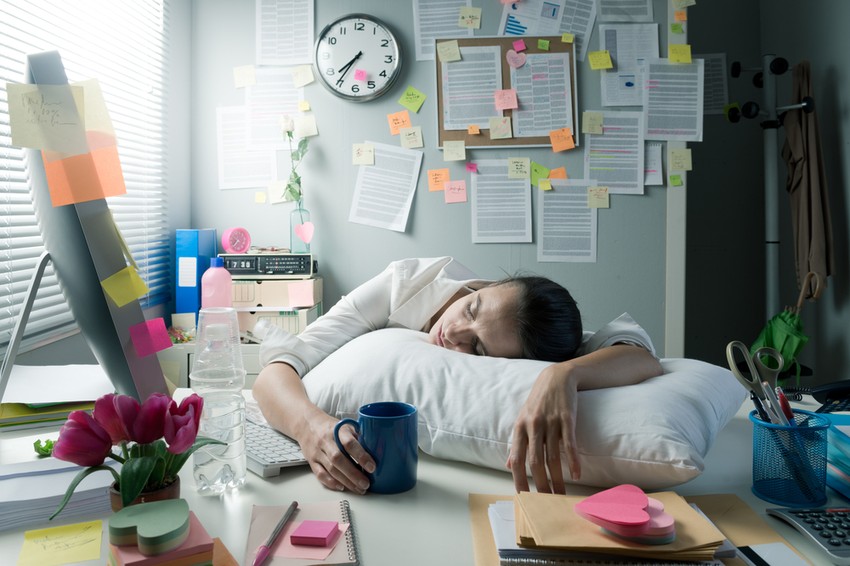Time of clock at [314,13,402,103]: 7:35
